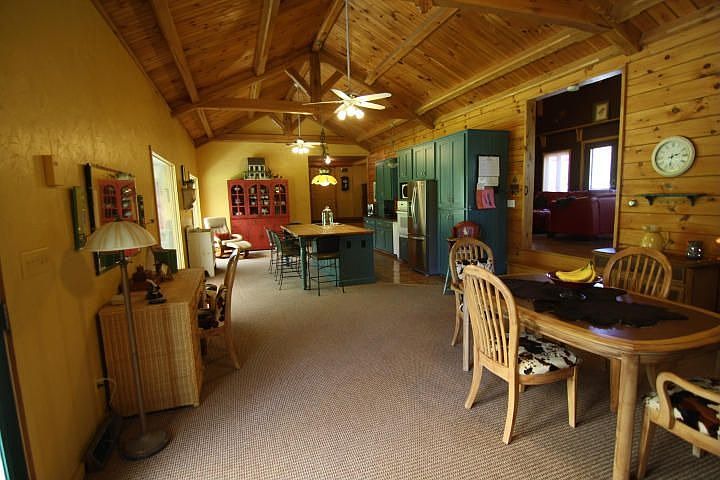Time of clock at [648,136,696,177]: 2:32
